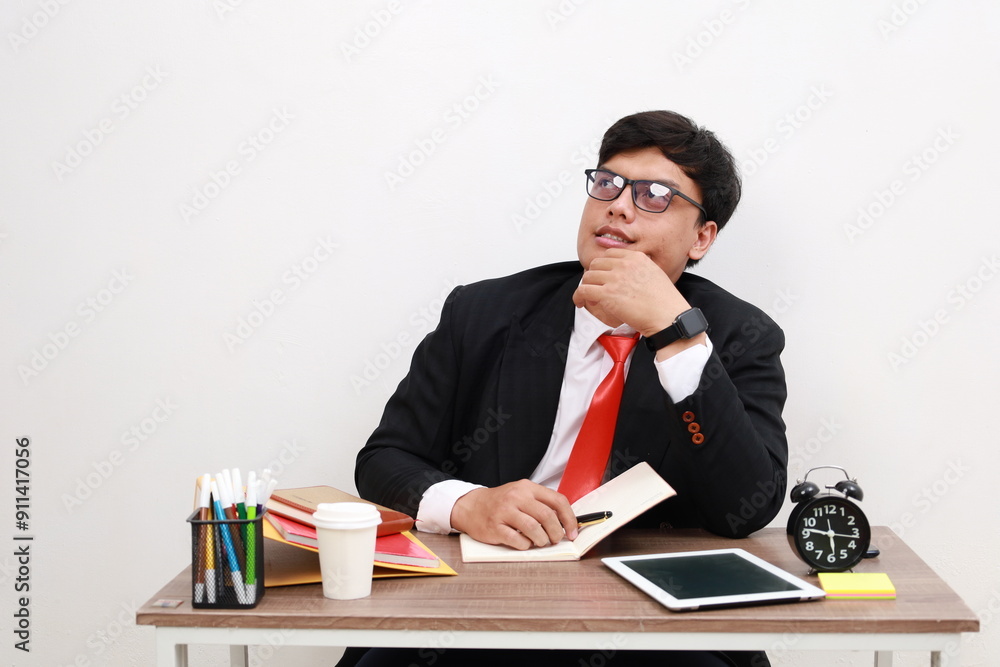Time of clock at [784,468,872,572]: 5:46
